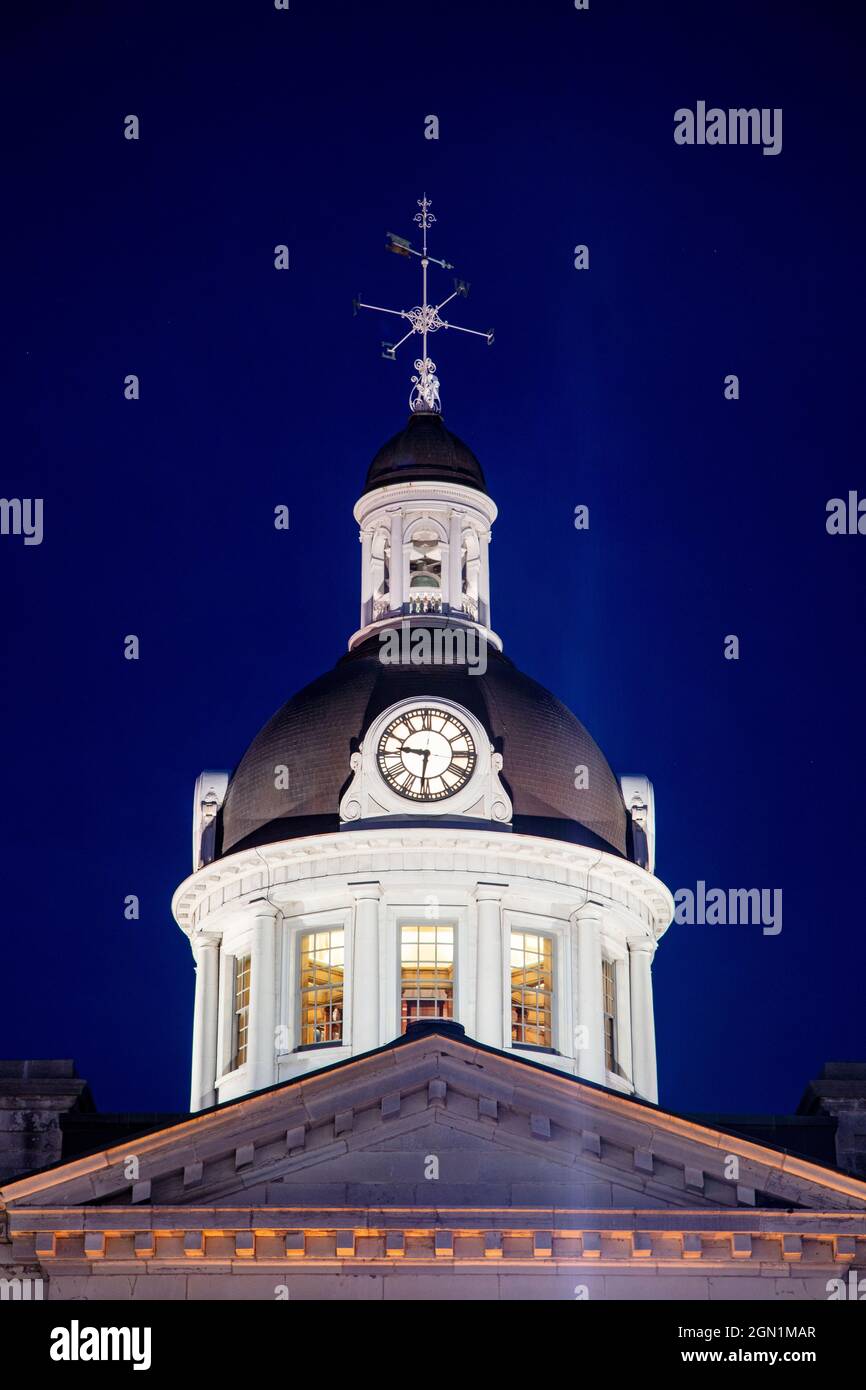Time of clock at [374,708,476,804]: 9:31
